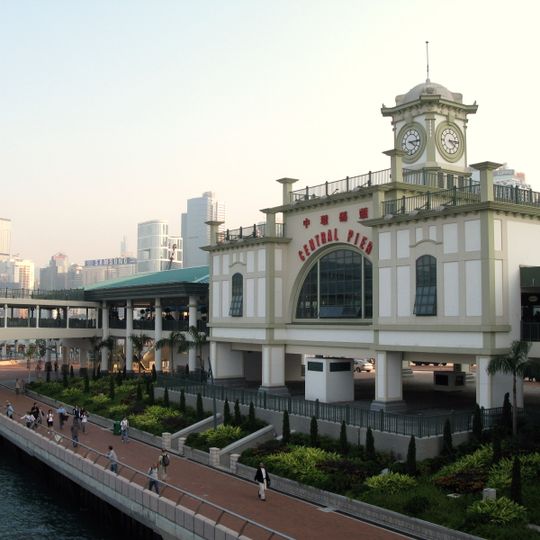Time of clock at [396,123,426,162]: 4:14
